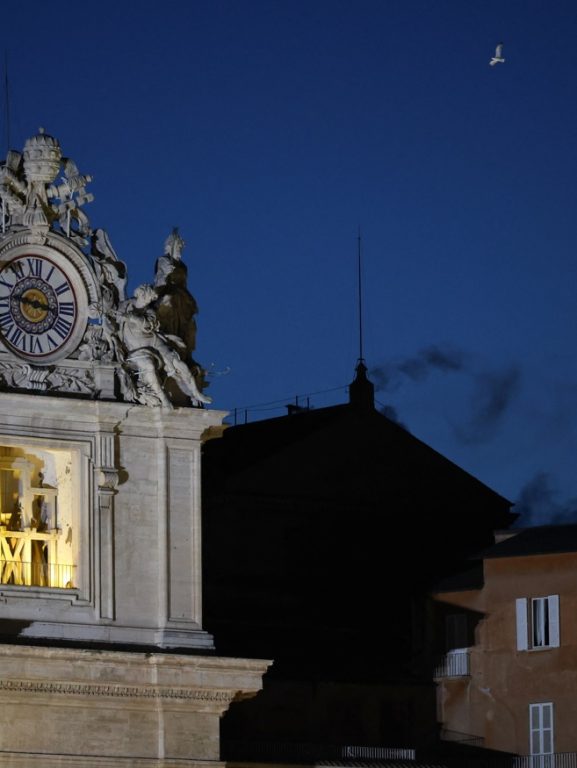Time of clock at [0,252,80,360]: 9:17
